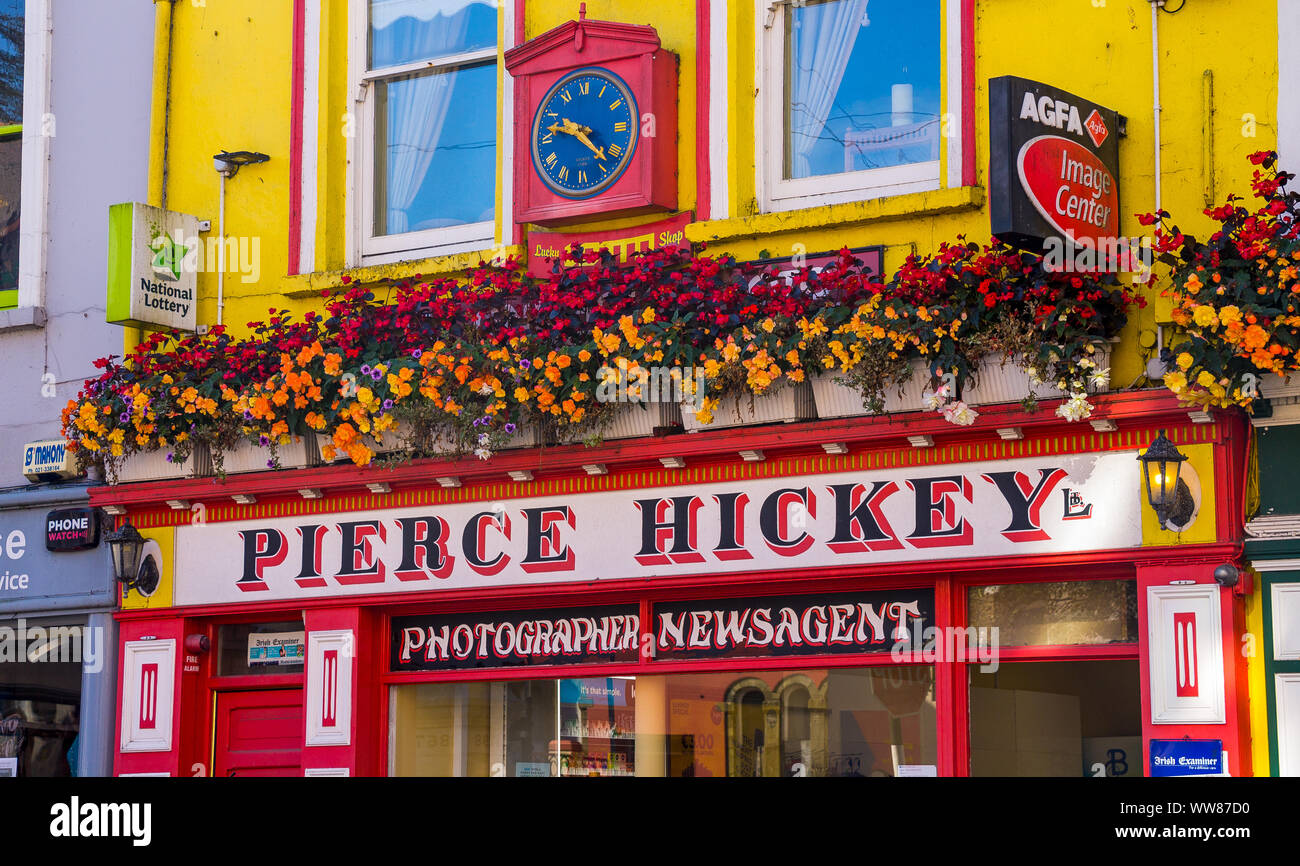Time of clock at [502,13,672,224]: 9:22
